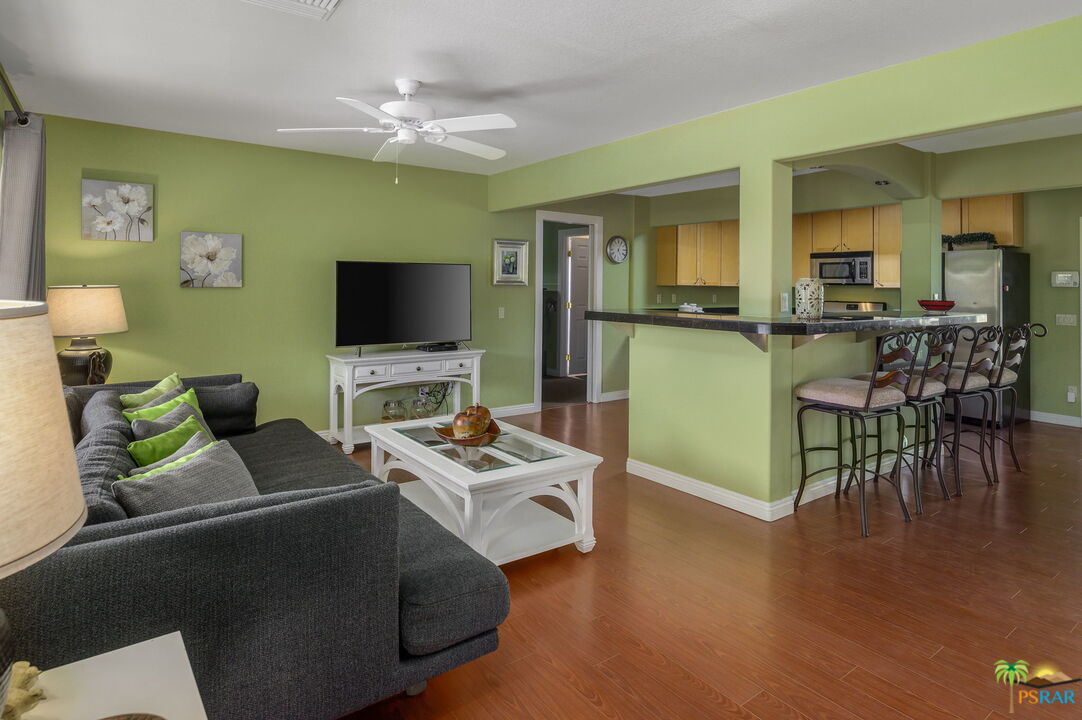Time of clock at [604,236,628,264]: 5:04
